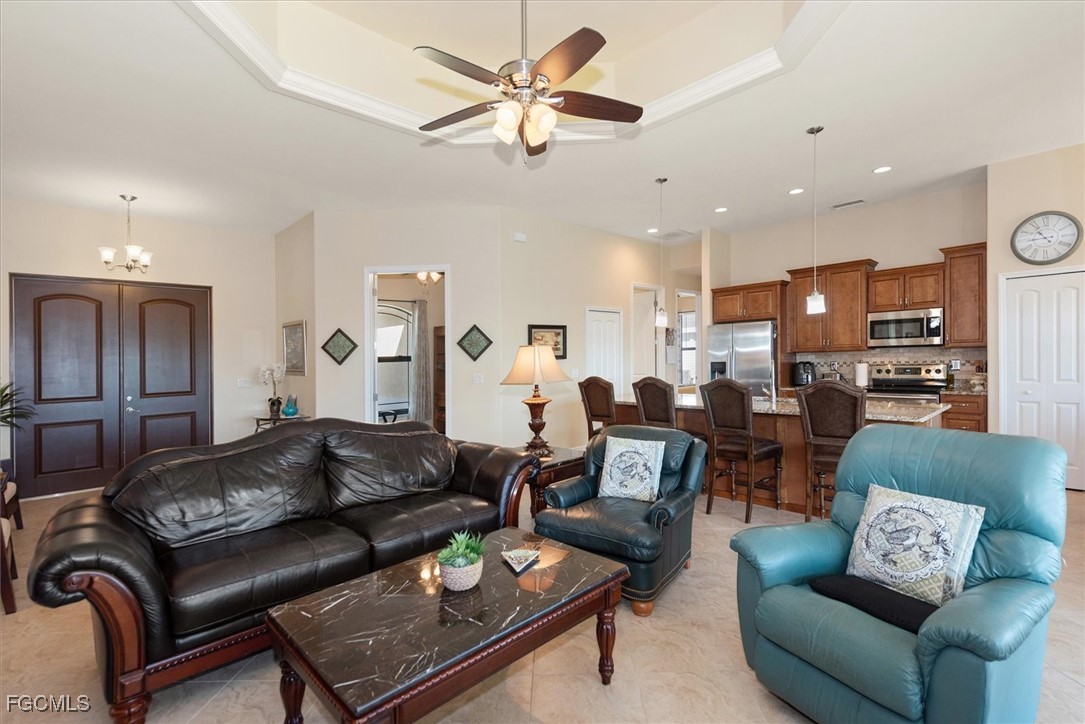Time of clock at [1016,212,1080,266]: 8:53
